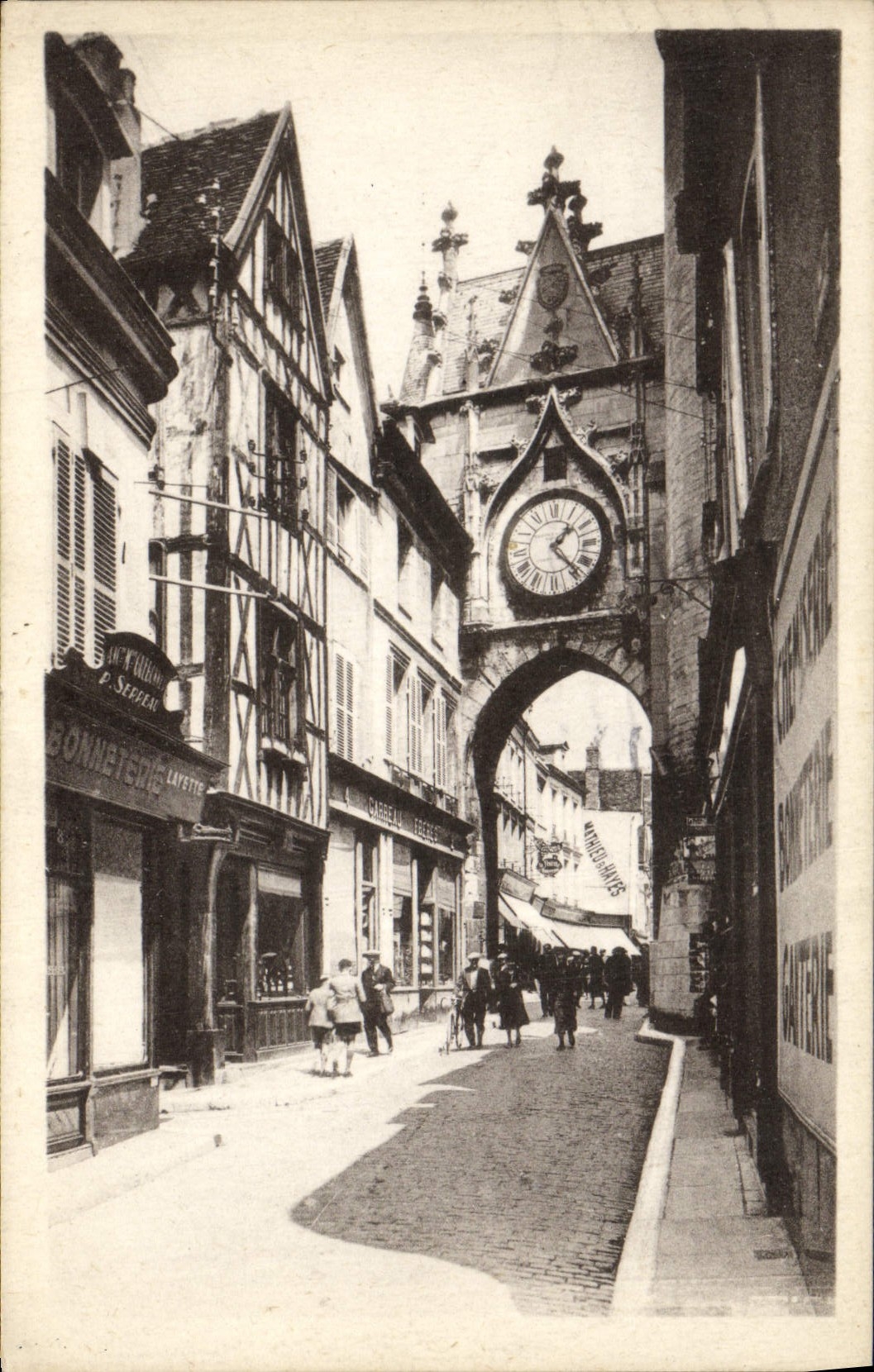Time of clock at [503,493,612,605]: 1:23
